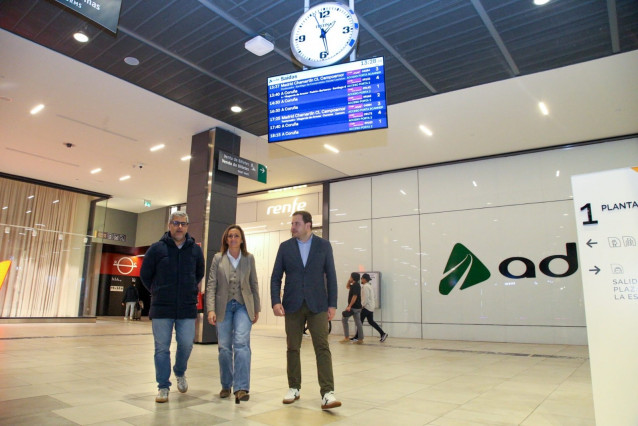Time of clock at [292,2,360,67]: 1:28
